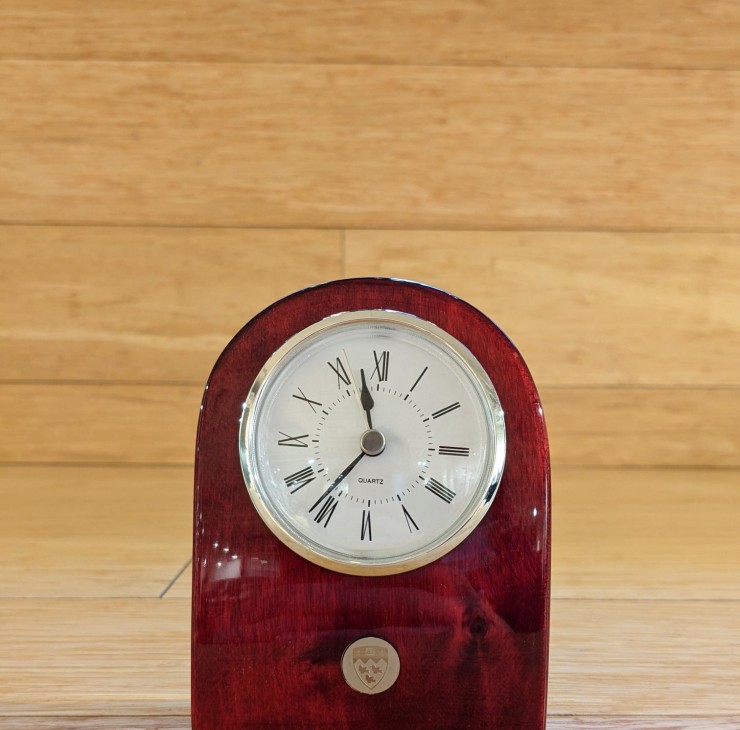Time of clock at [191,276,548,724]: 11:36
